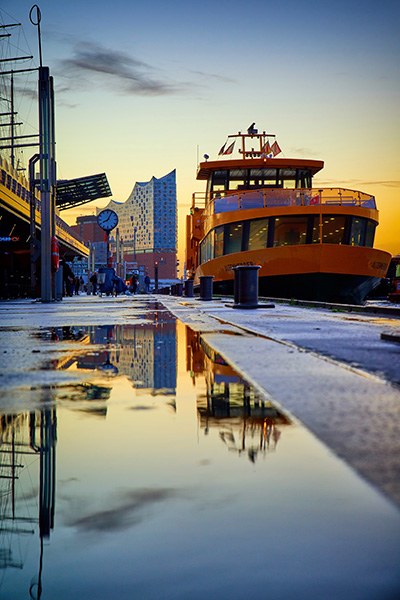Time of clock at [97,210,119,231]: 8:05
